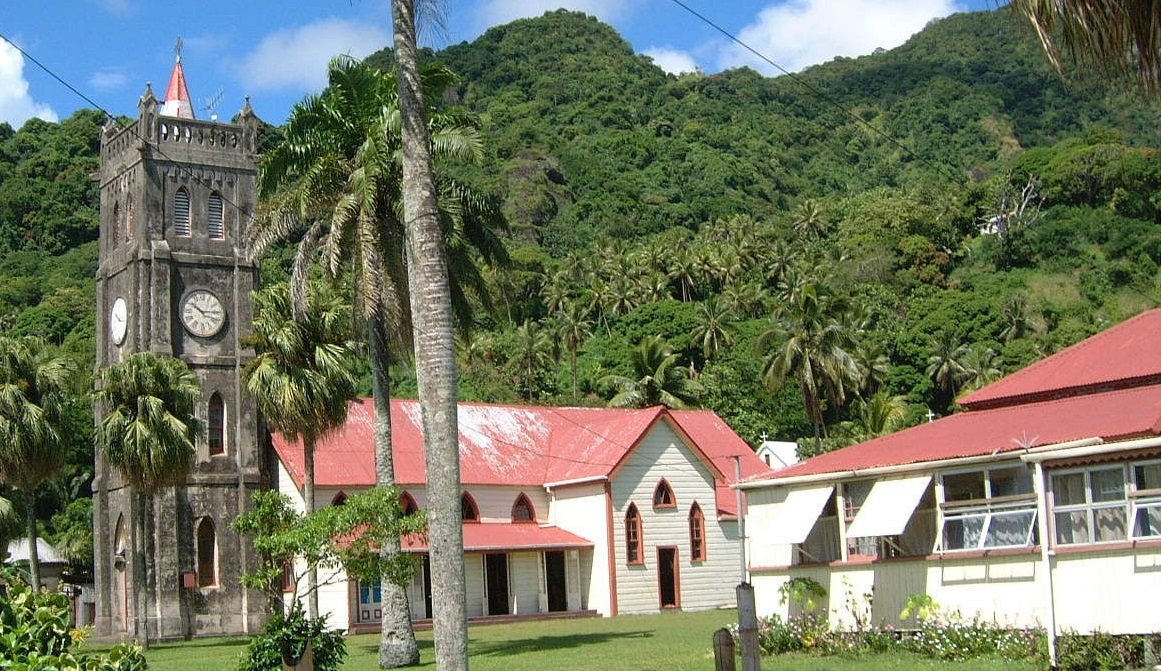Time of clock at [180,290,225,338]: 10:14
